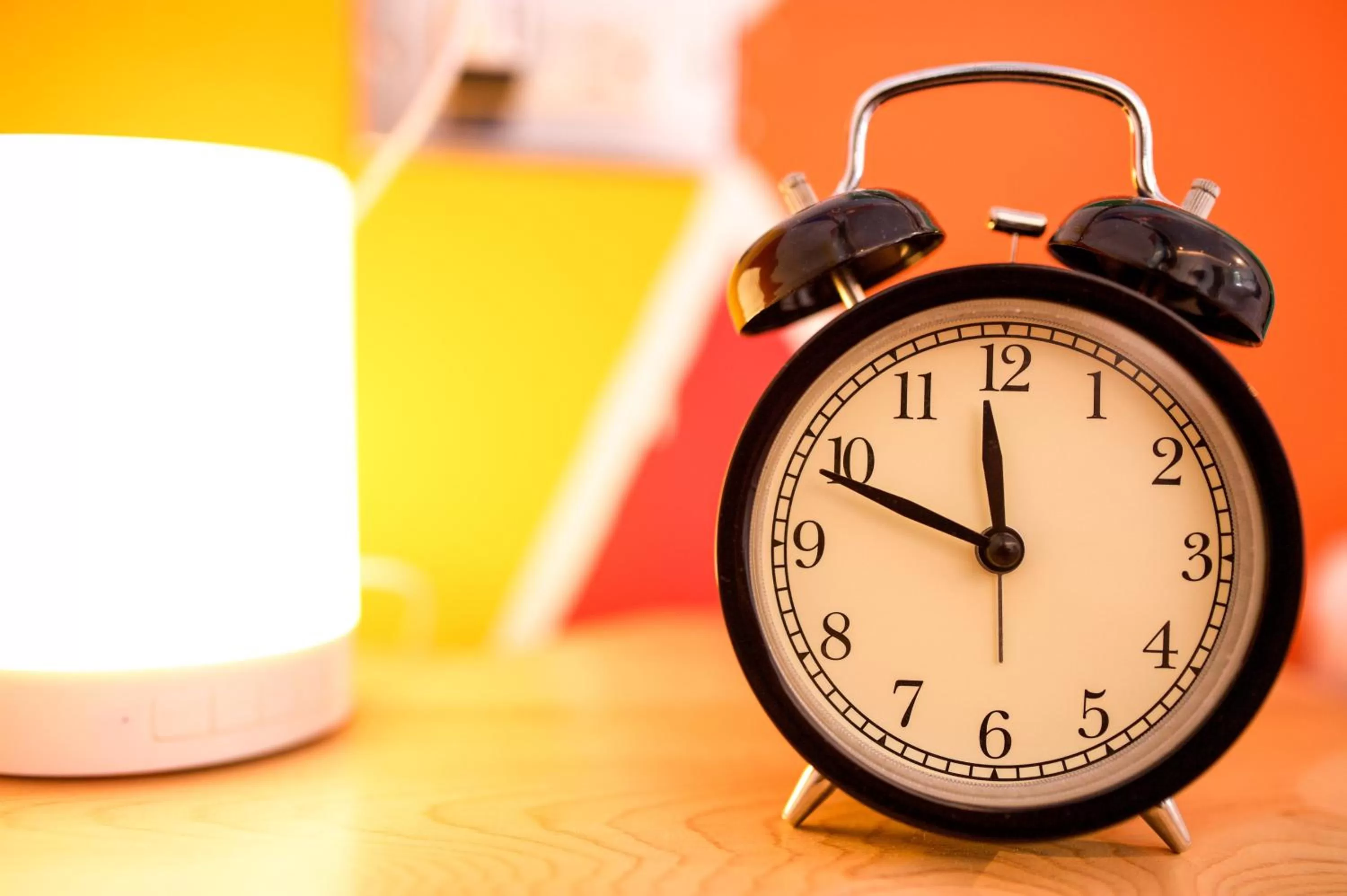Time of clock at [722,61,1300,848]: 11:48
